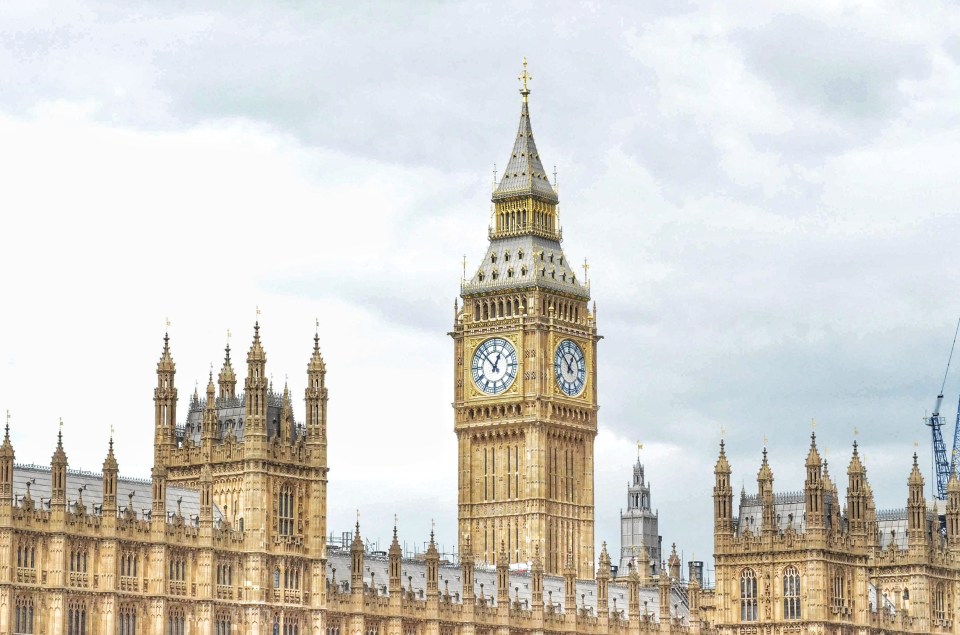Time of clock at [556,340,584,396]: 12:52
